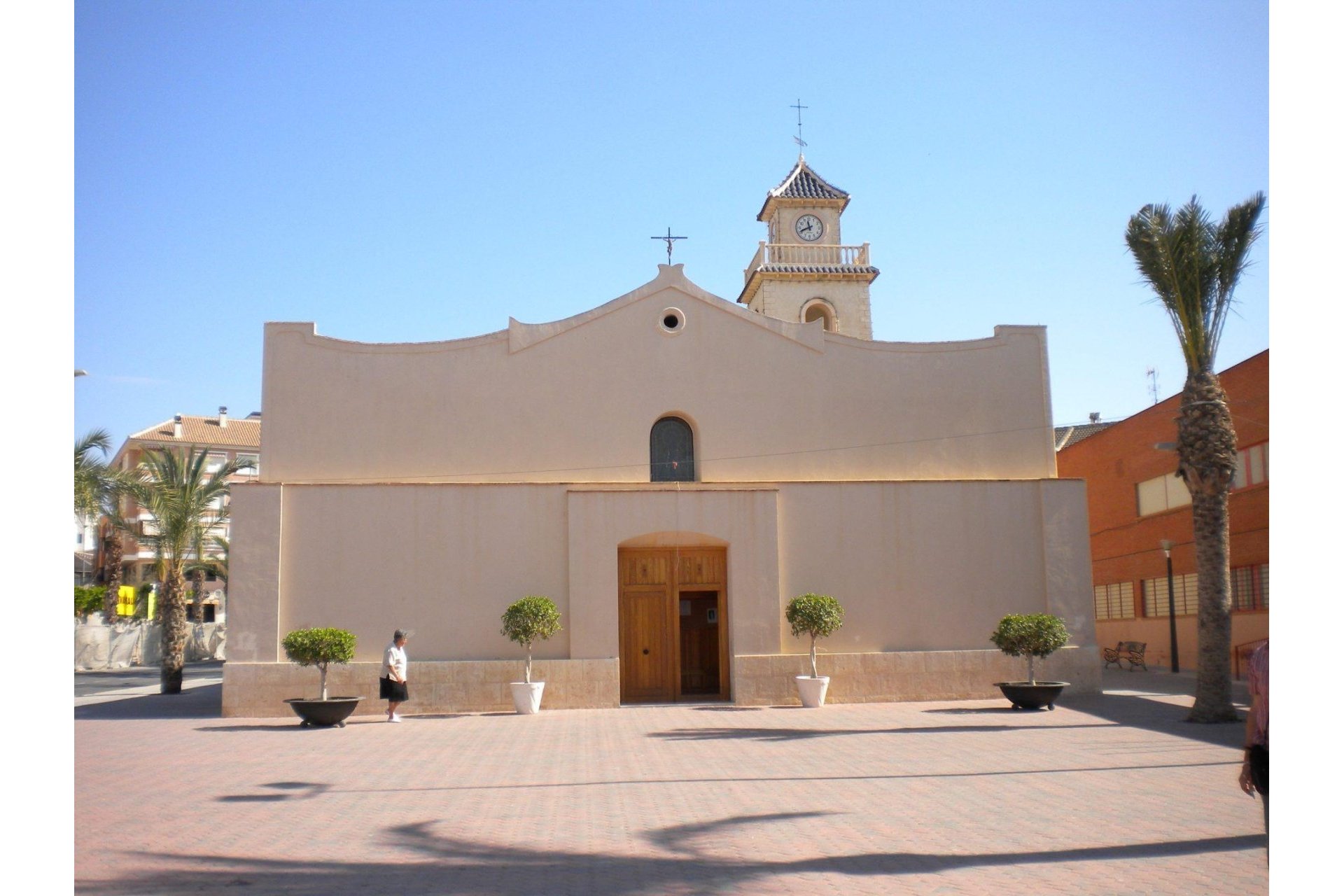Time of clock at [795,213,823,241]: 11:41
